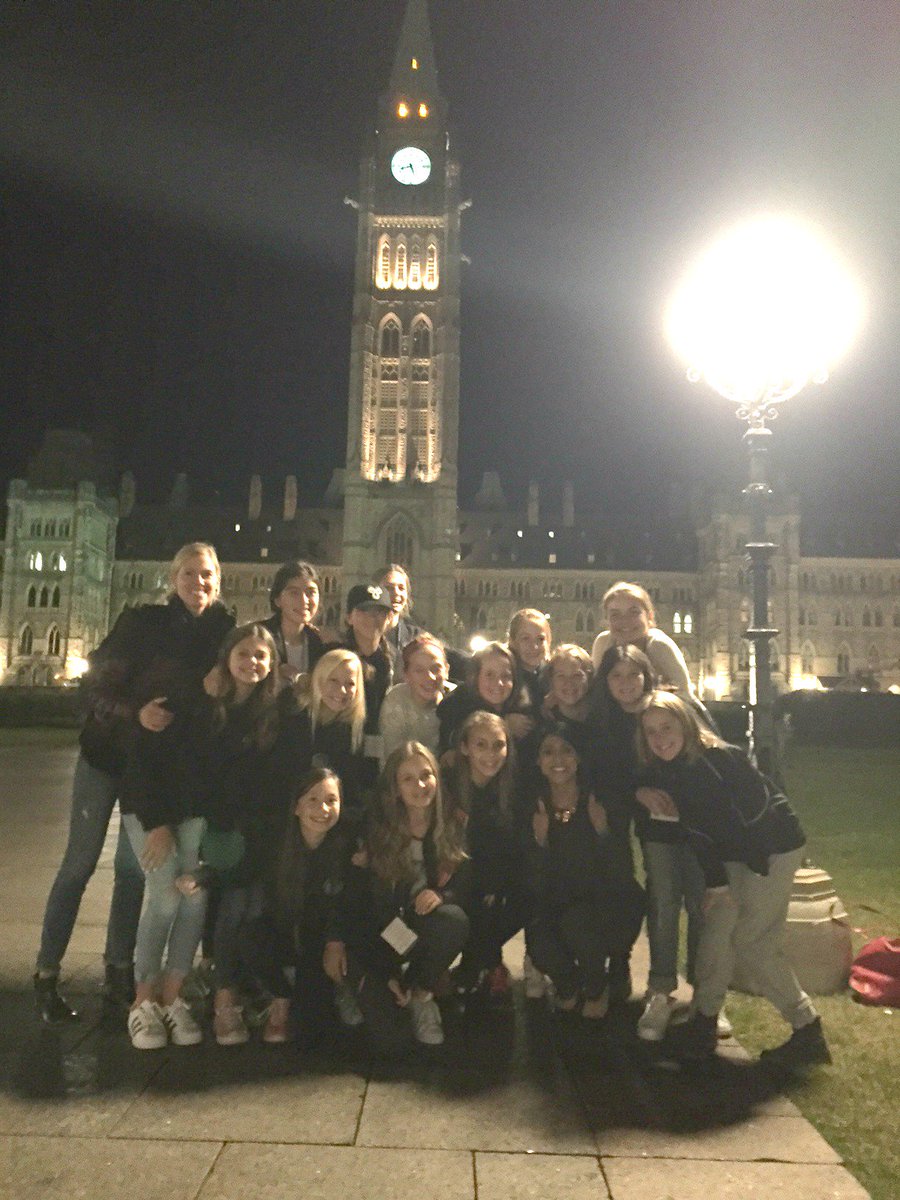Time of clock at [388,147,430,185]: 8:26
